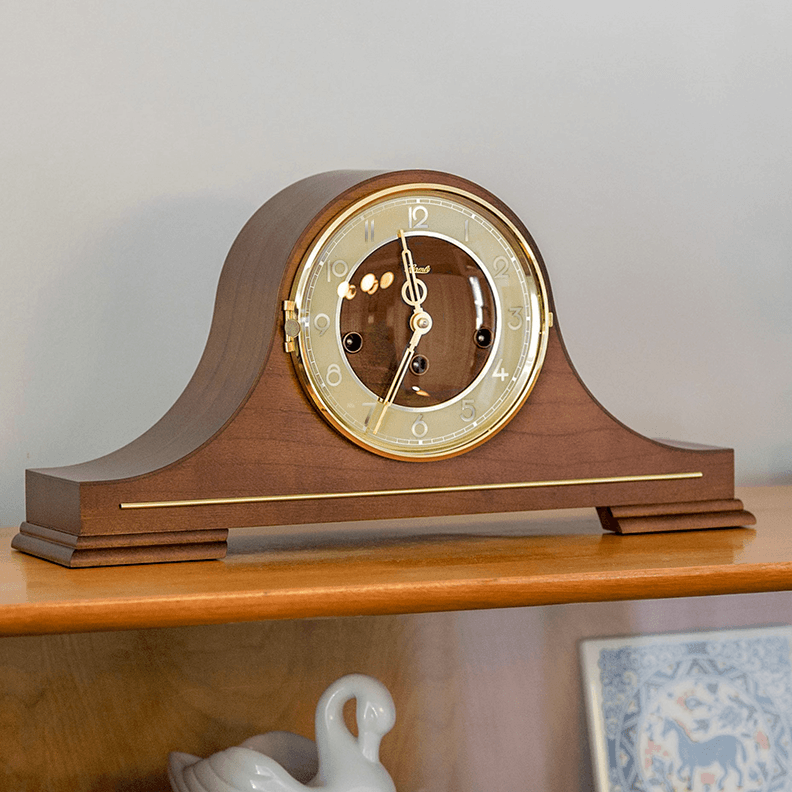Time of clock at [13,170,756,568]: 11:33
